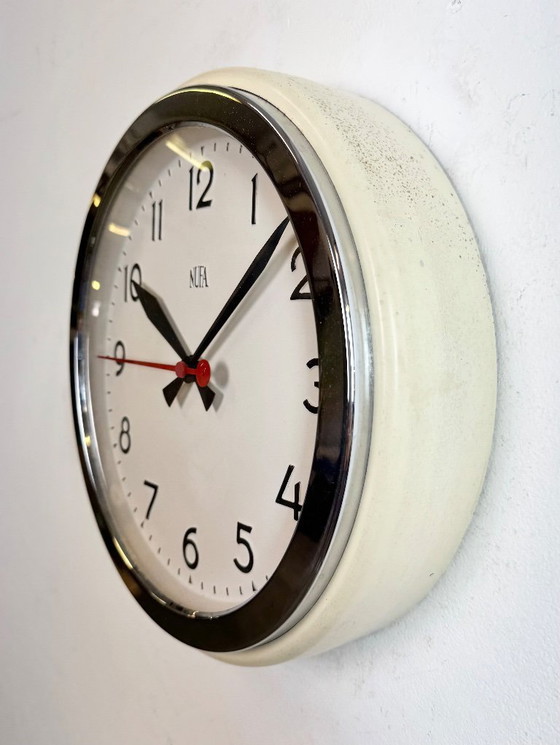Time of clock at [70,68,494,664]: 10:07
